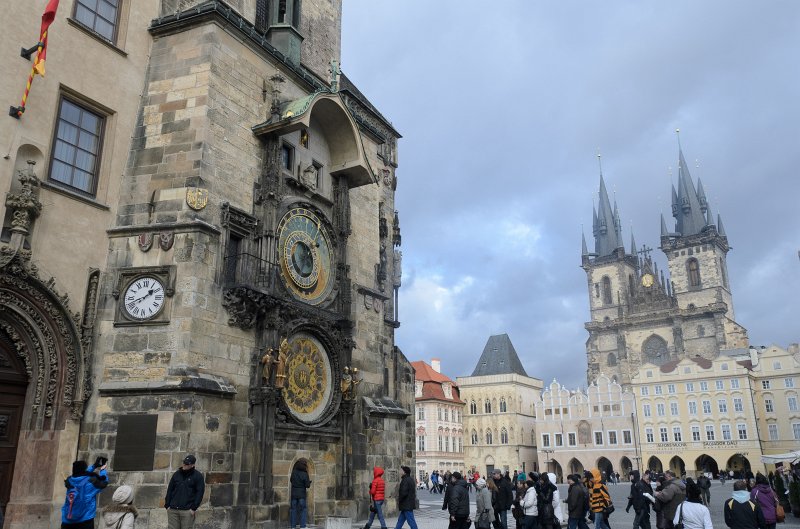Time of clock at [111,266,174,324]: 1:41
